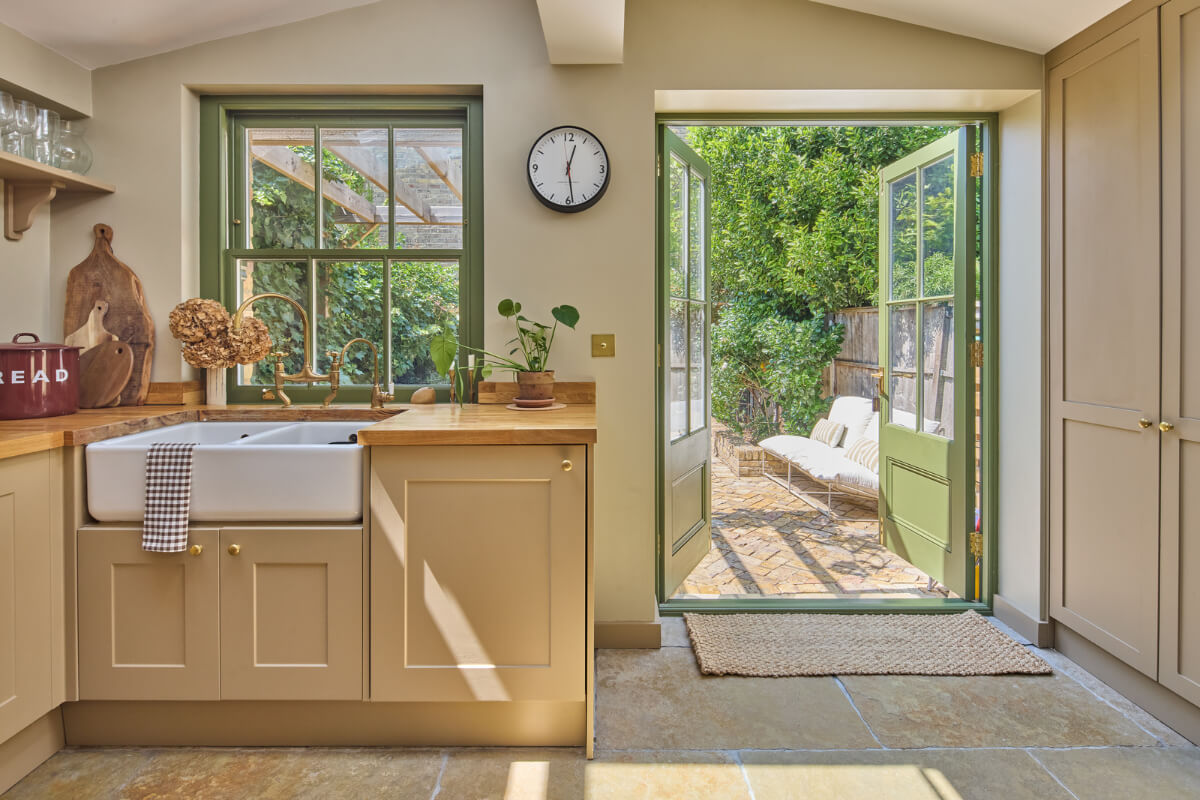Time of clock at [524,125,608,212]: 12:28
